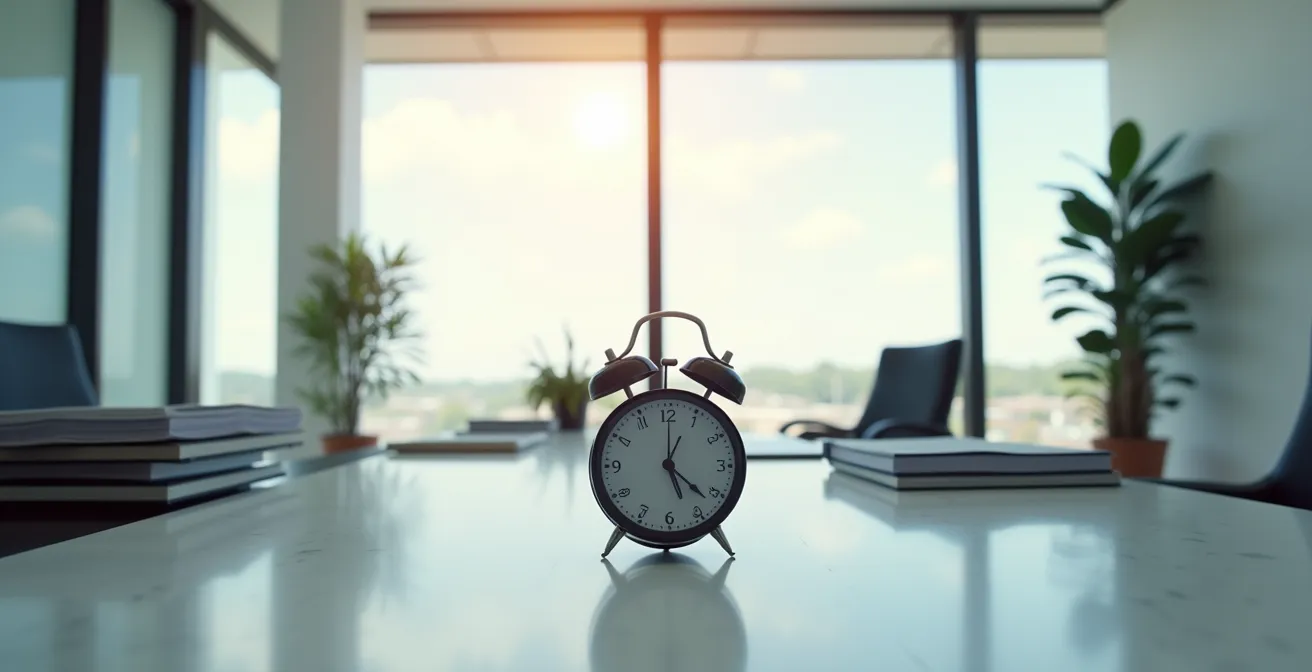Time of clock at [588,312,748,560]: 5:21
